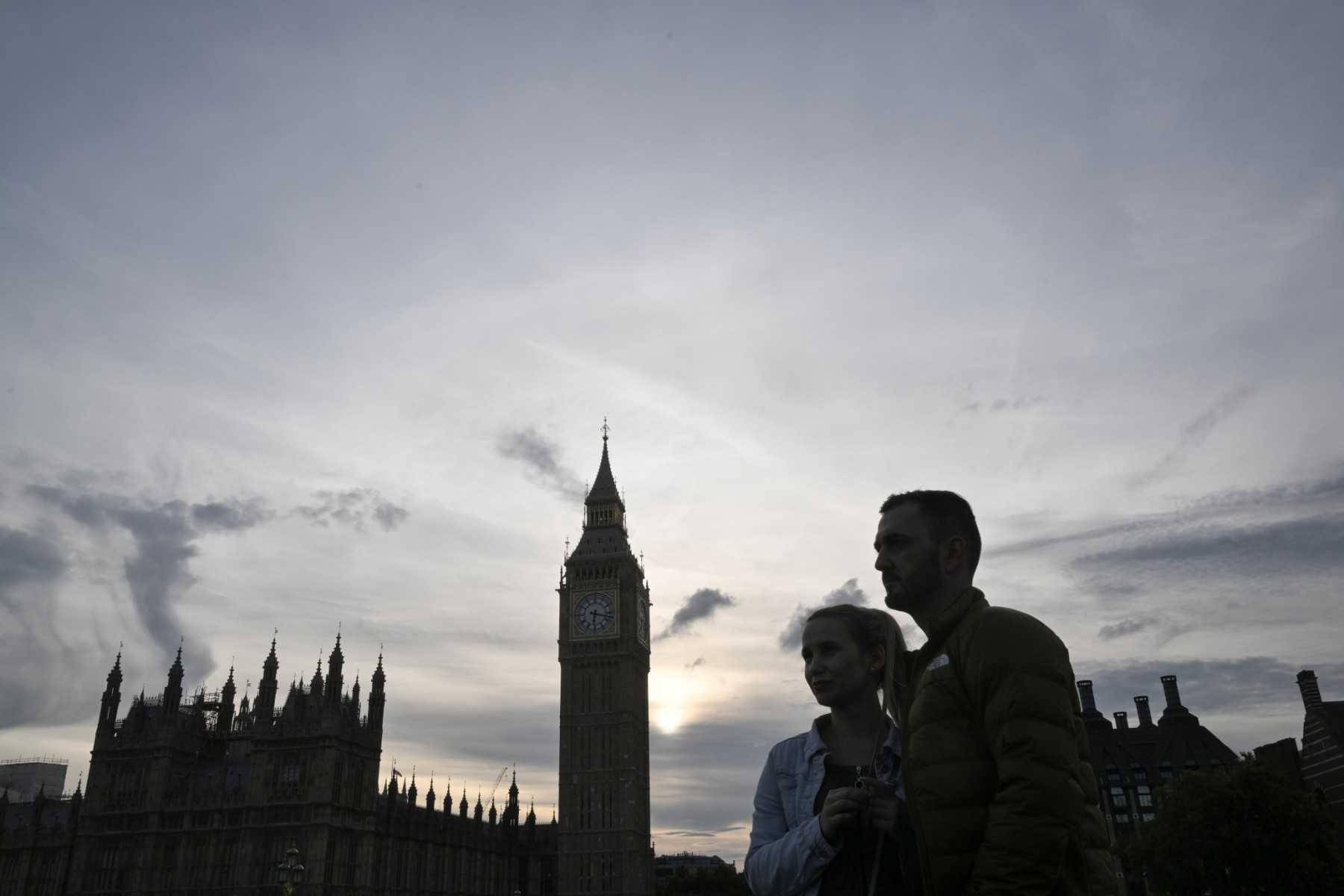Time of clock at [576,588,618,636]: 6:17
